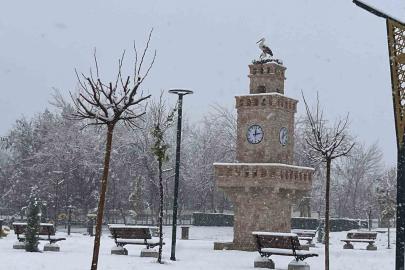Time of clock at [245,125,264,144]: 12:13
